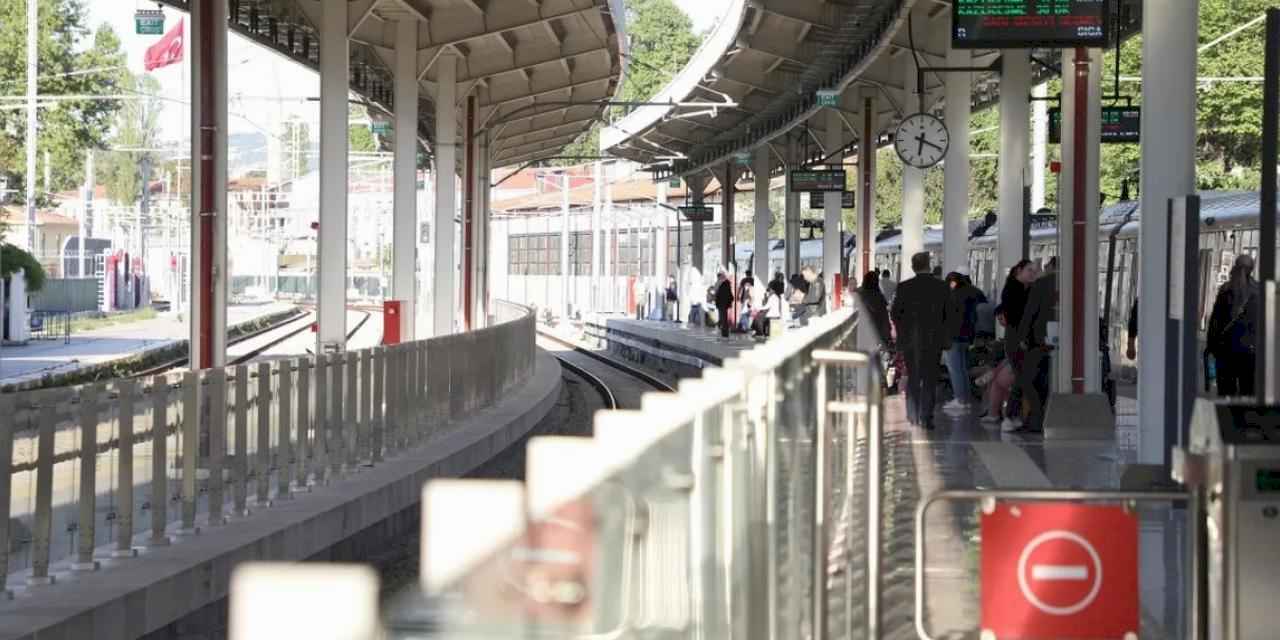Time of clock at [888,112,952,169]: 6:18
